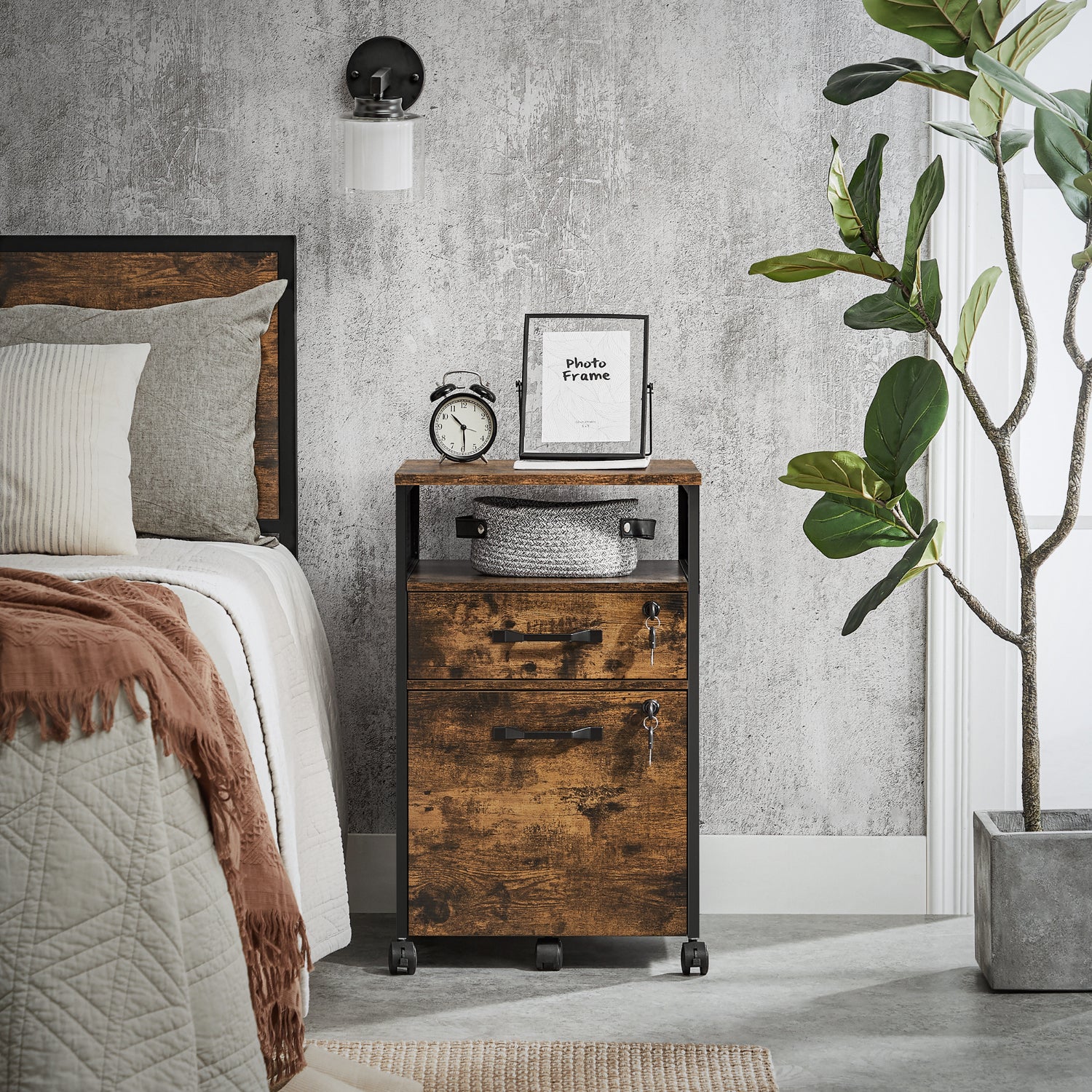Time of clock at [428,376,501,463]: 10:29
